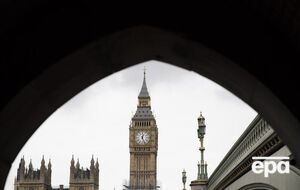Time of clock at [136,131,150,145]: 12:26
